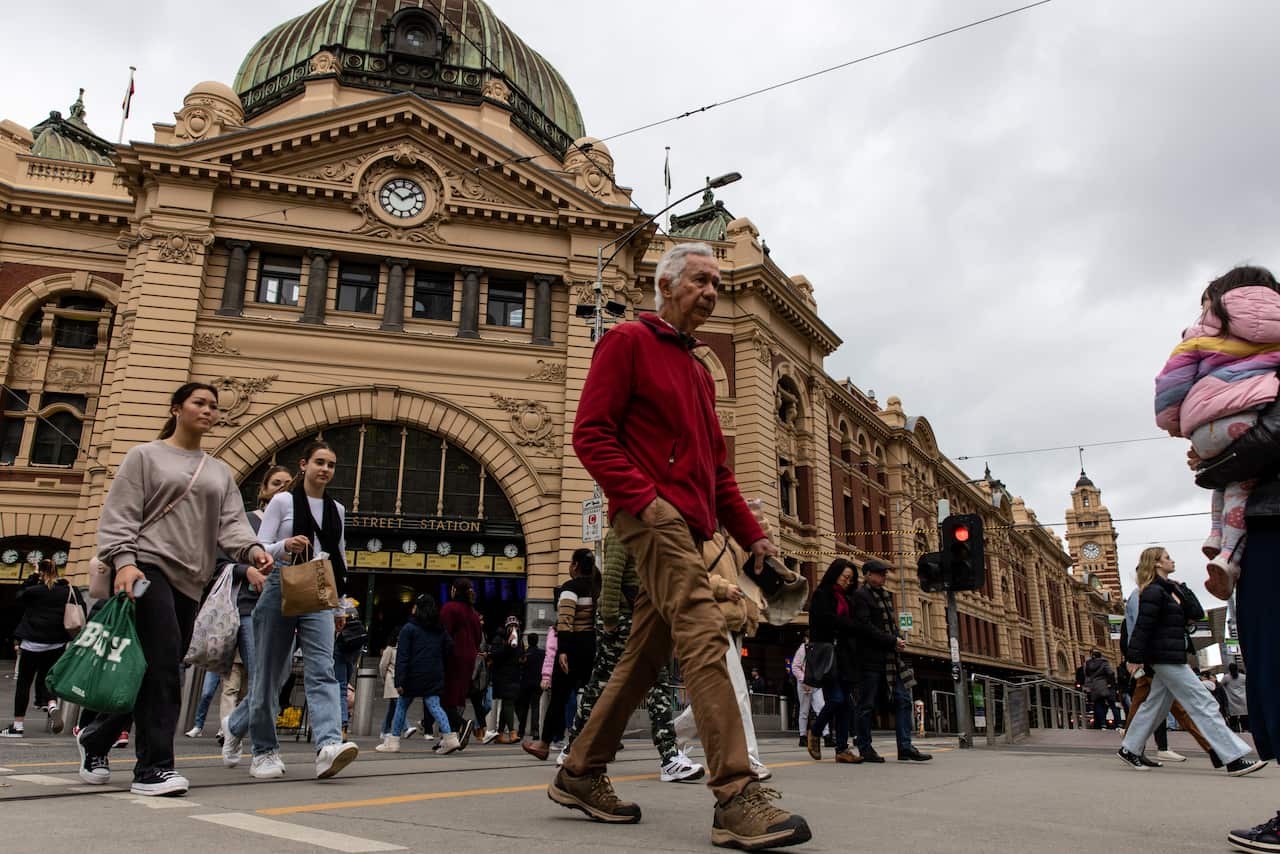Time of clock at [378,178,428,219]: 1:50
